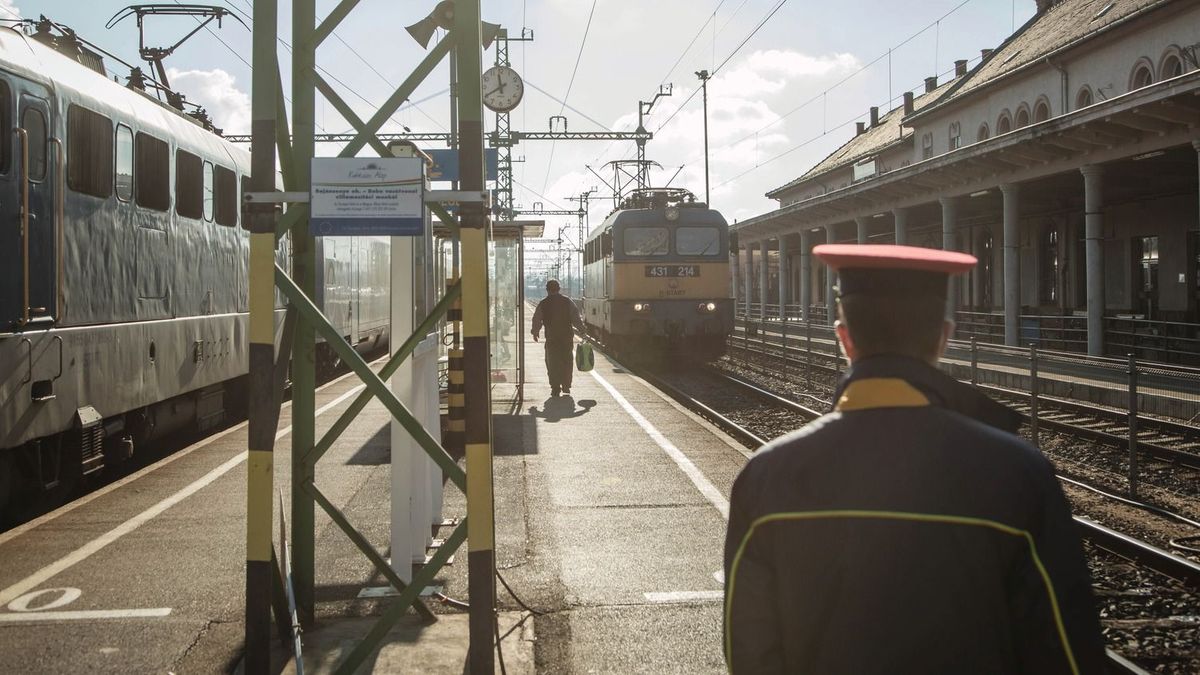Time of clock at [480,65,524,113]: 11:40
